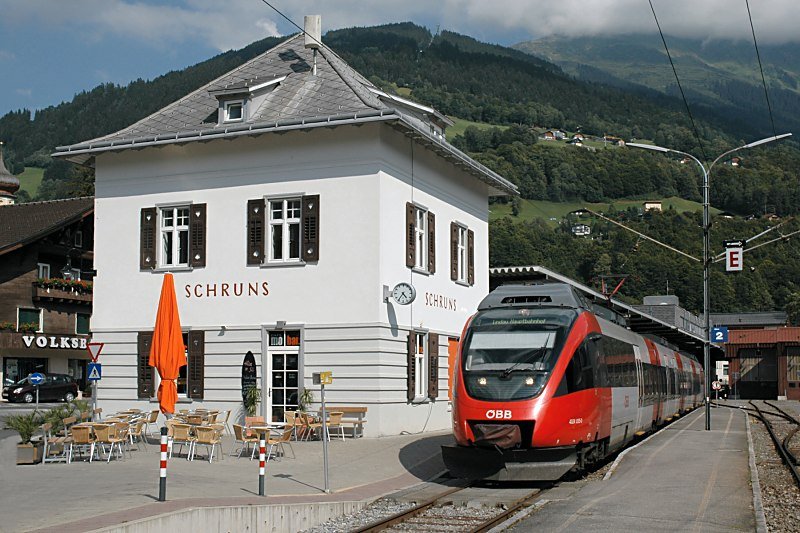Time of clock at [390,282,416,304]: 4:35
